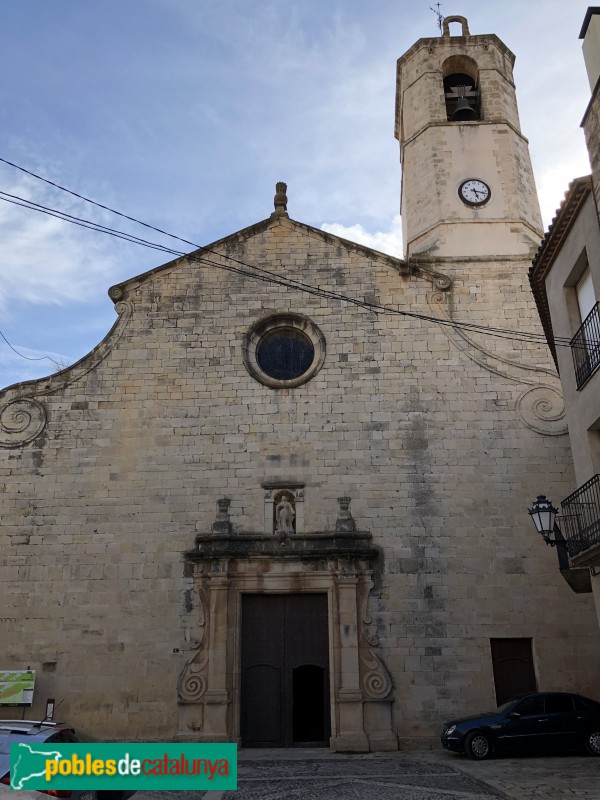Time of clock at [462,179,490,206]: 5:17
